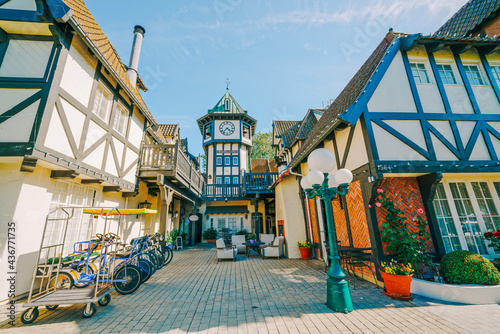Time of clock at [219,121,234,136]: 4:36
